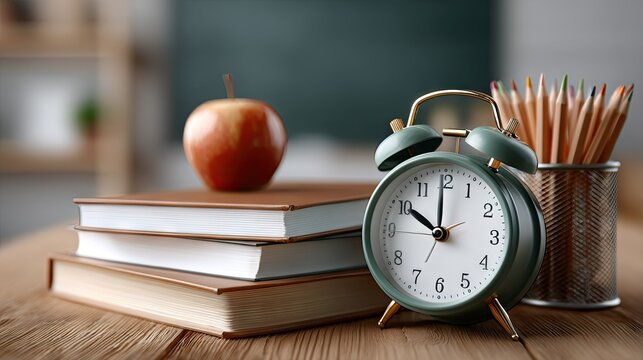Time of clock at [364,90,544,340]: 10:00
